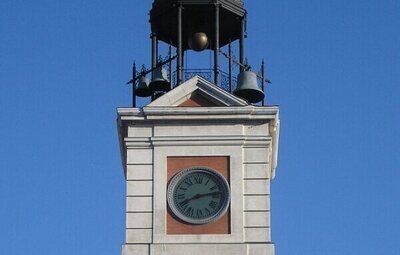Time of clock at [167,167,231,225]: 8:12
